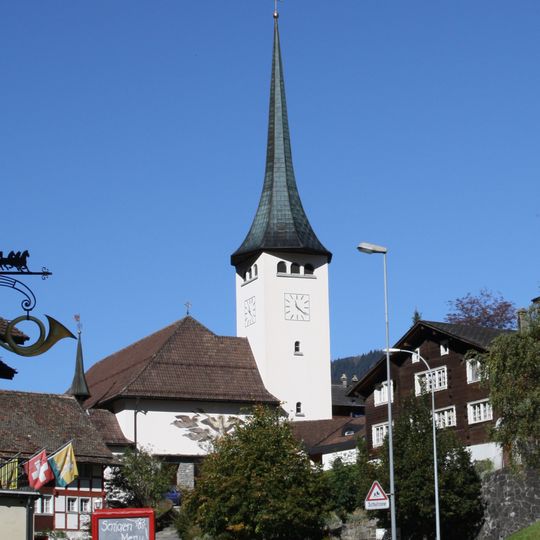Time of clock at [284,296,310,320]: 11:21
